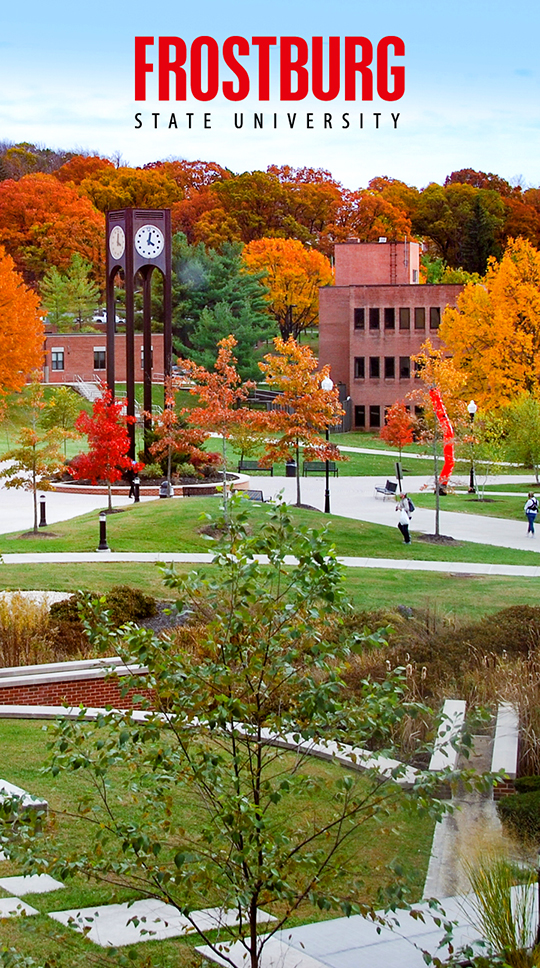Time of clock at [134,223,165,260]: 4:02
